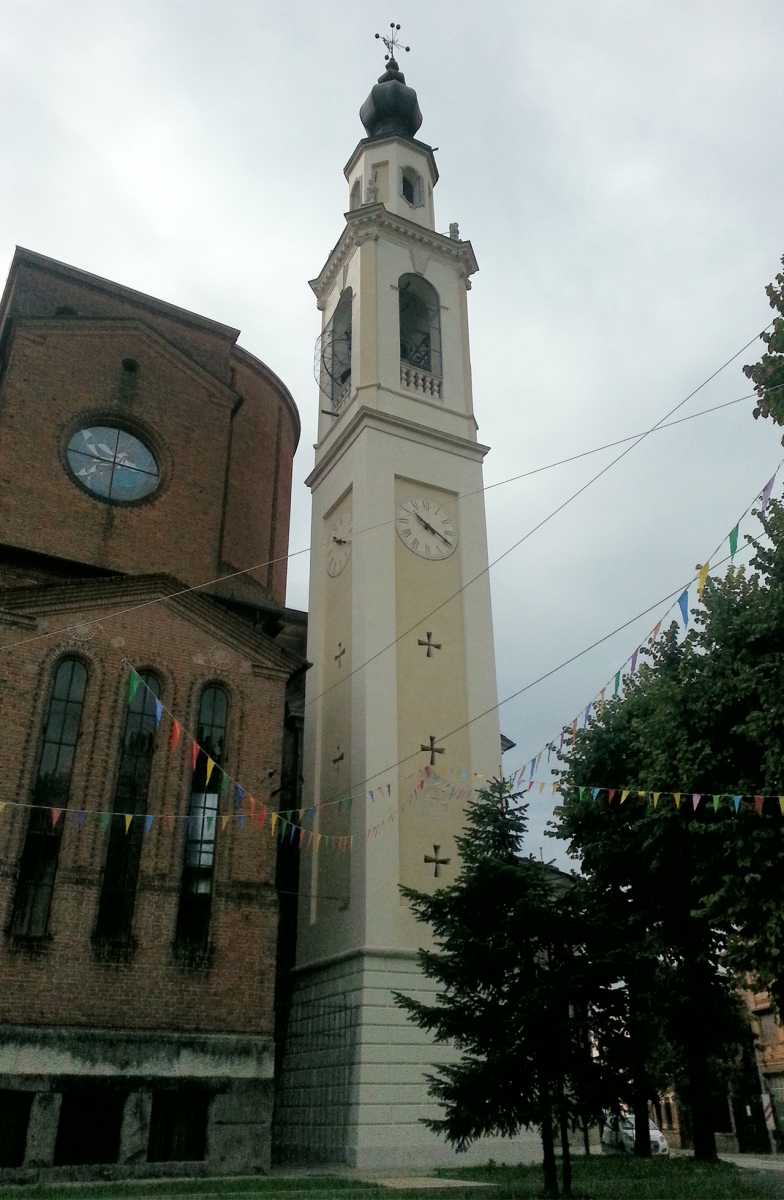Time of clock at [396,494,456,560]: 10:19
